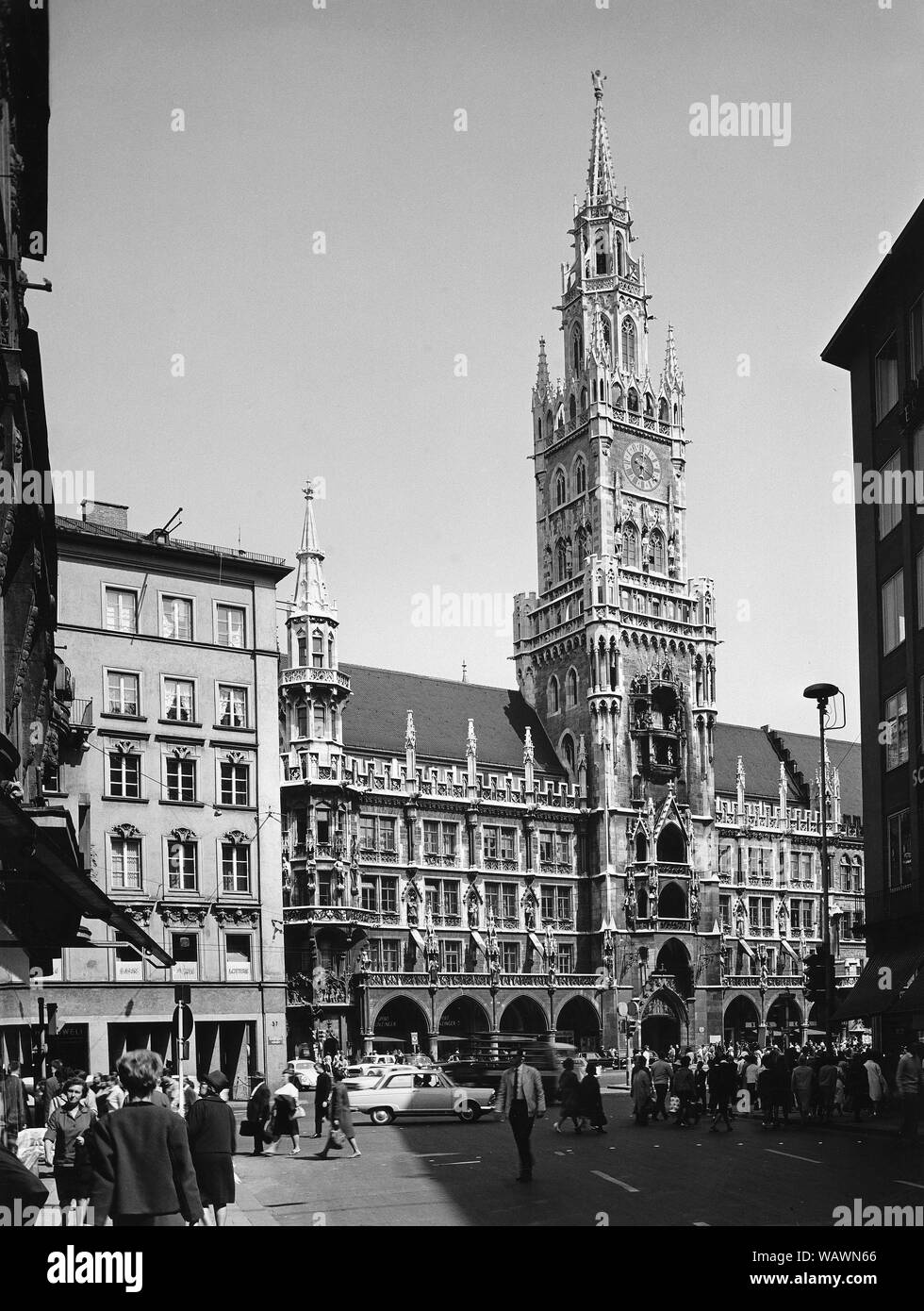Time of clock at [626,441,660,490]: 9:20
